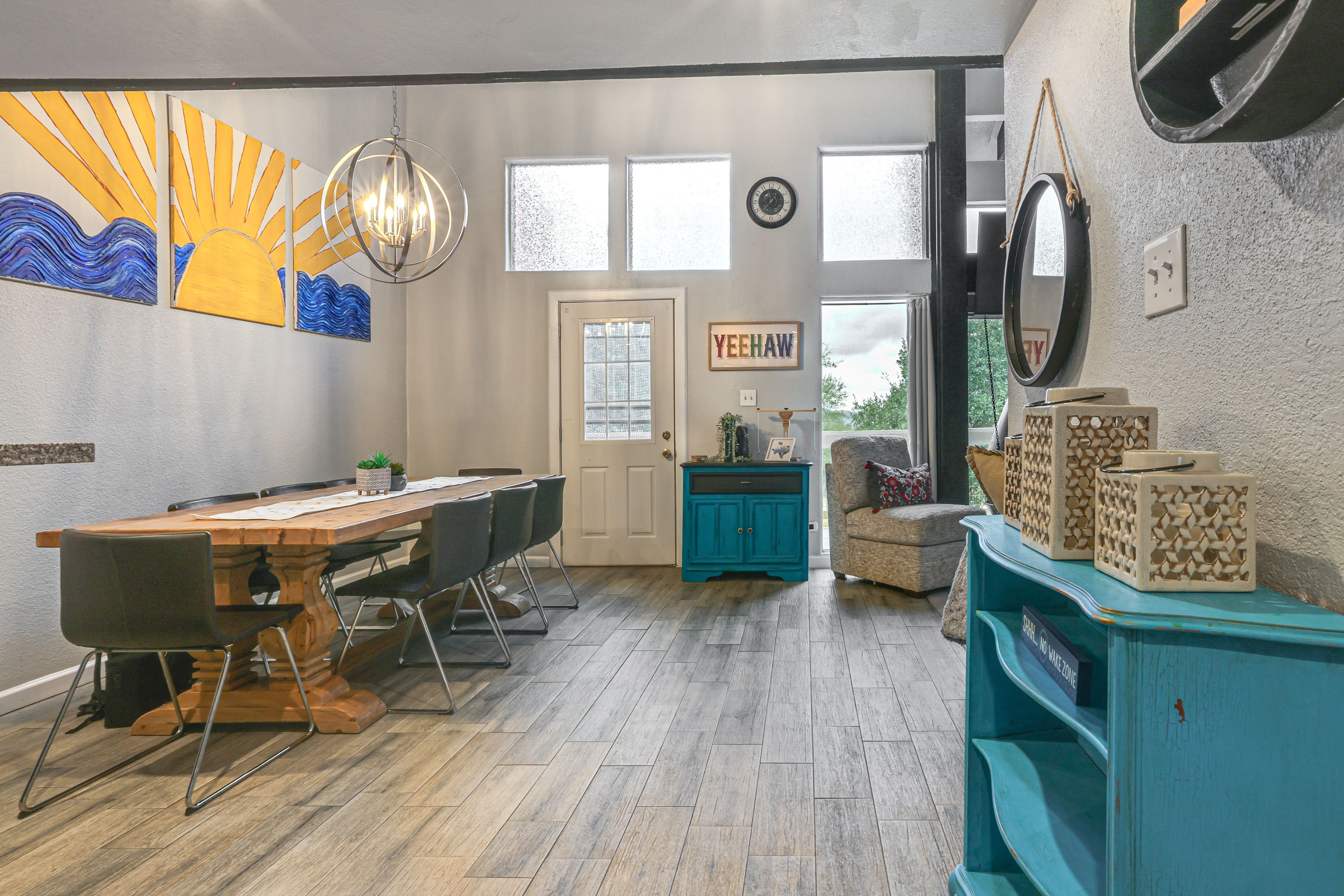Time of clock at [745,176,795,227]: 11:37
